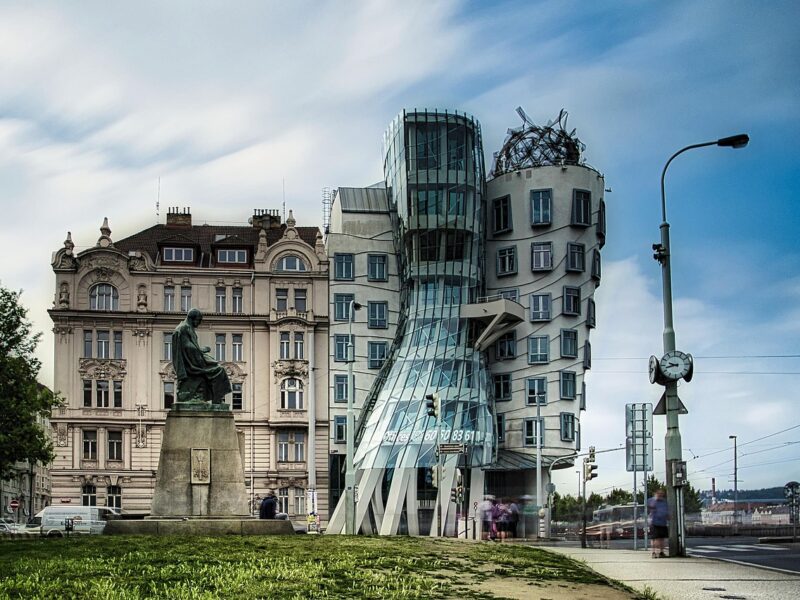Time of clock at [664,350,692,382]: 9:42
